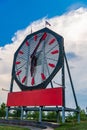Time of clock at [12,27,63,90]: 6:05
